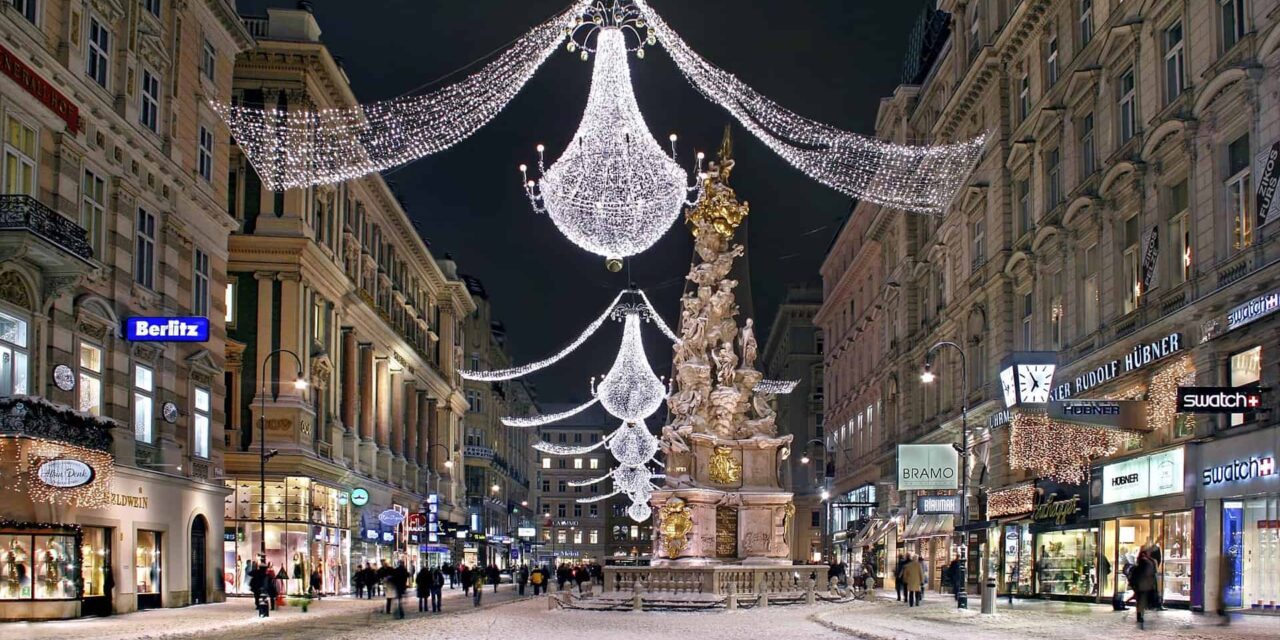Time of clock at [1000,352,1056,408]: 6:54
